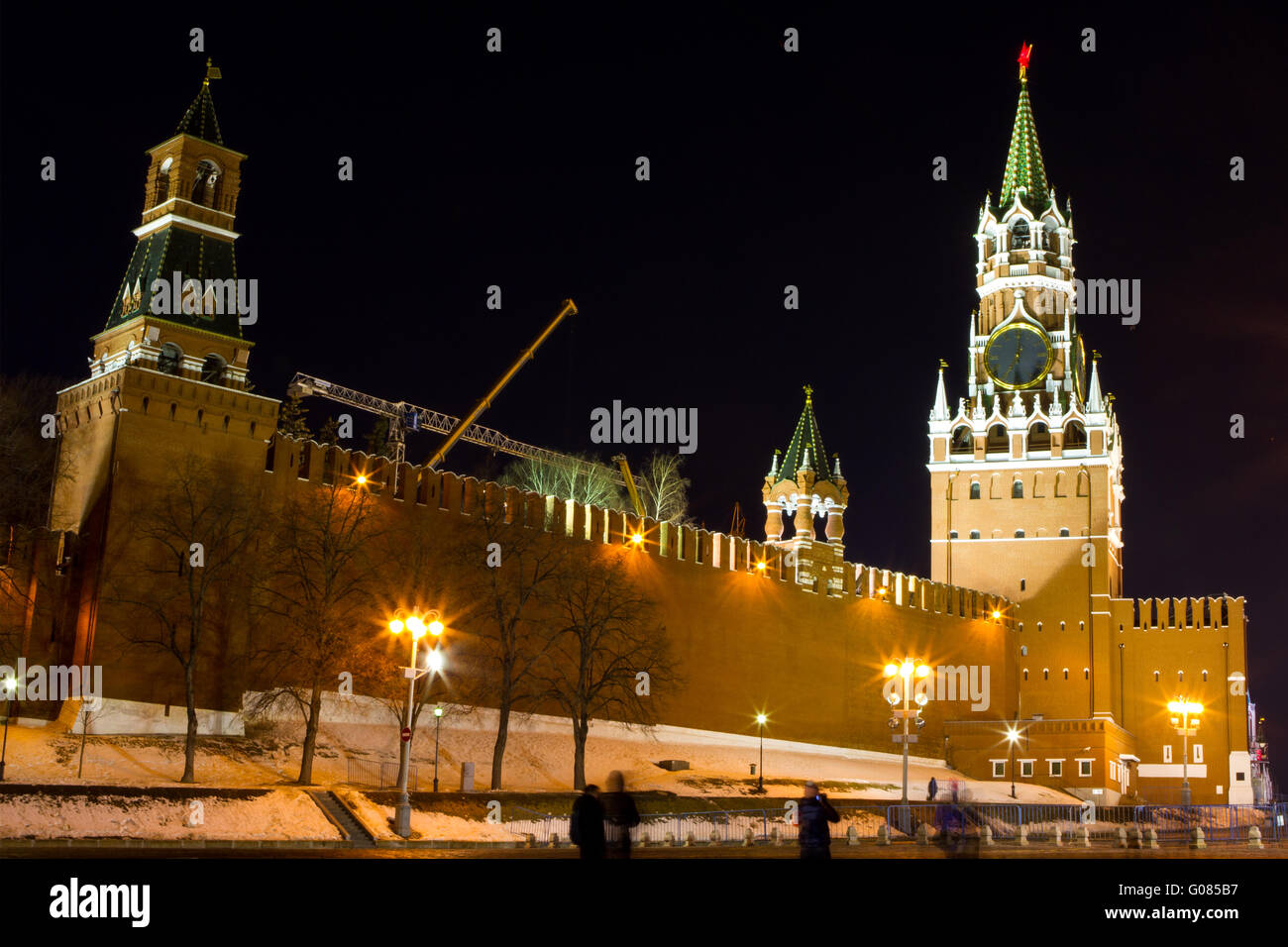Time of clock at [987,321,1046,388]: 7:01
